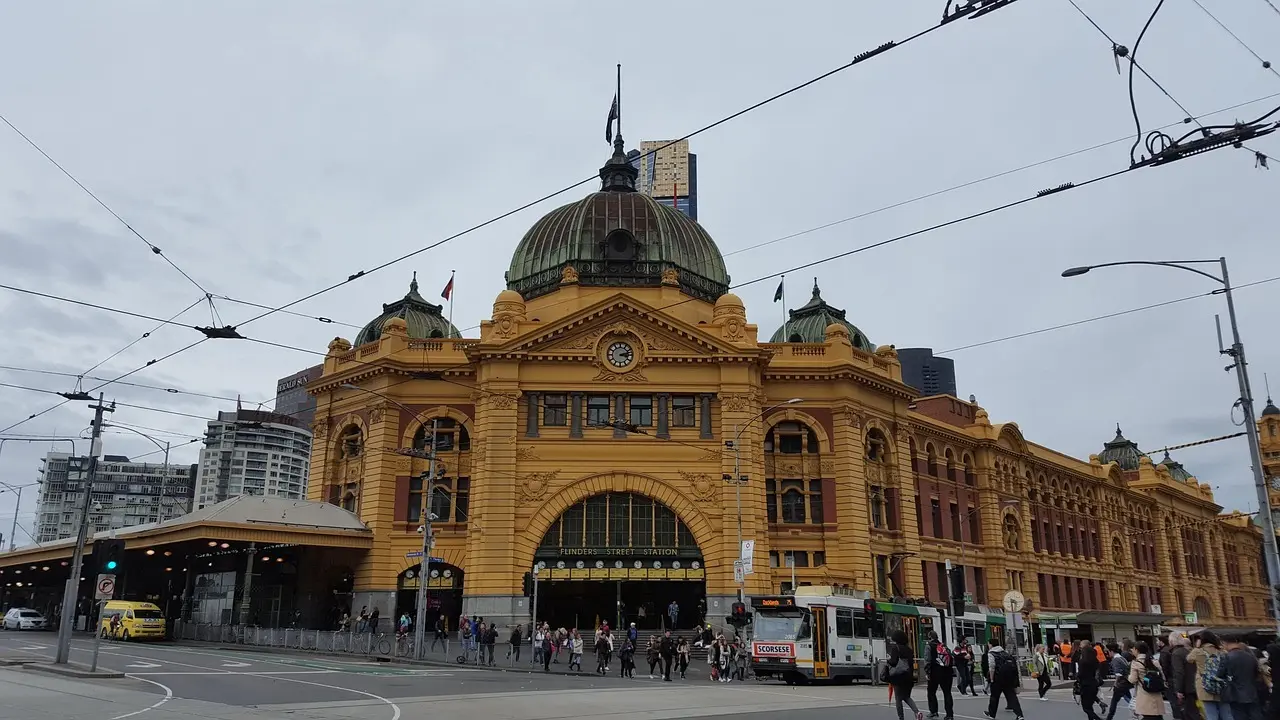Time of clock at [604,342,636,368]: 3:12
